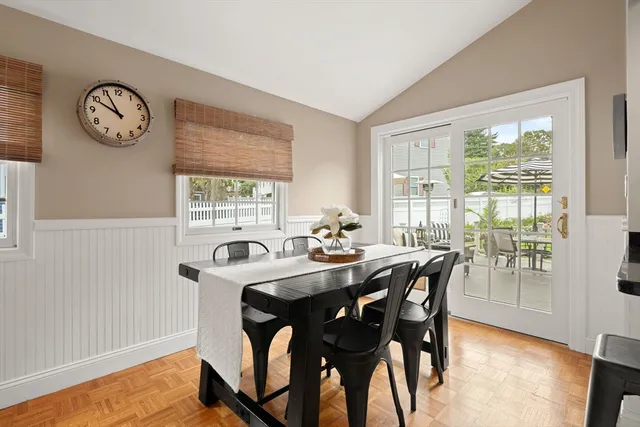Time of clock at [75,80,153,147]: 9:55
